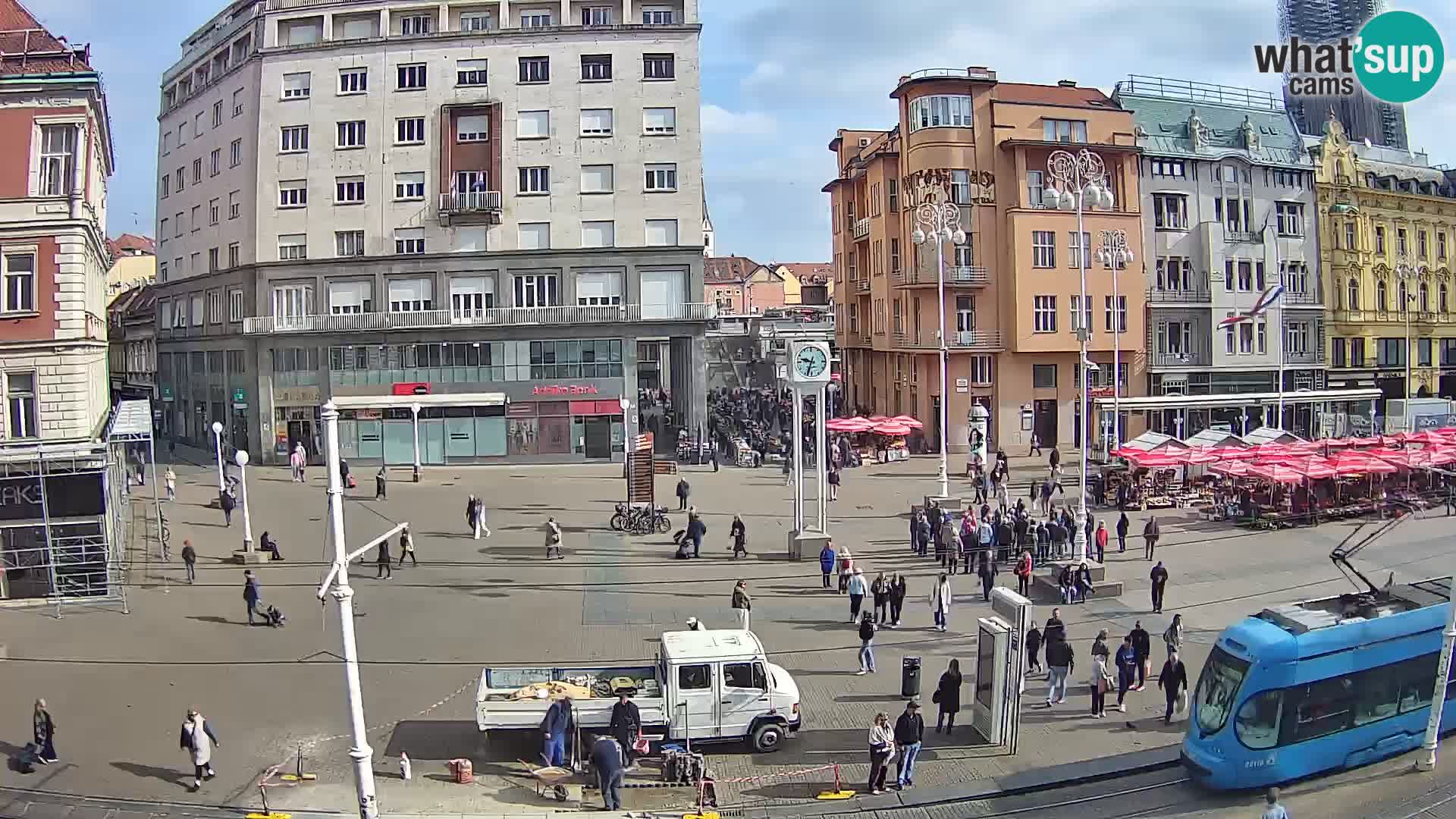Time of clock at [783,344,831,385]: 9:33
